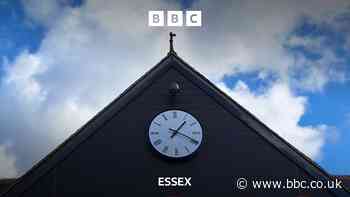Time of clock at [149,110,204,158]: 1:19
